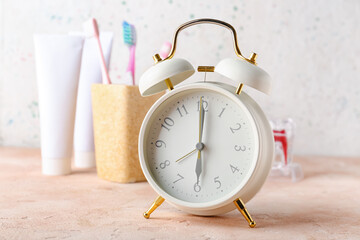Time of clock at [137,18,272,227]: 5:59
